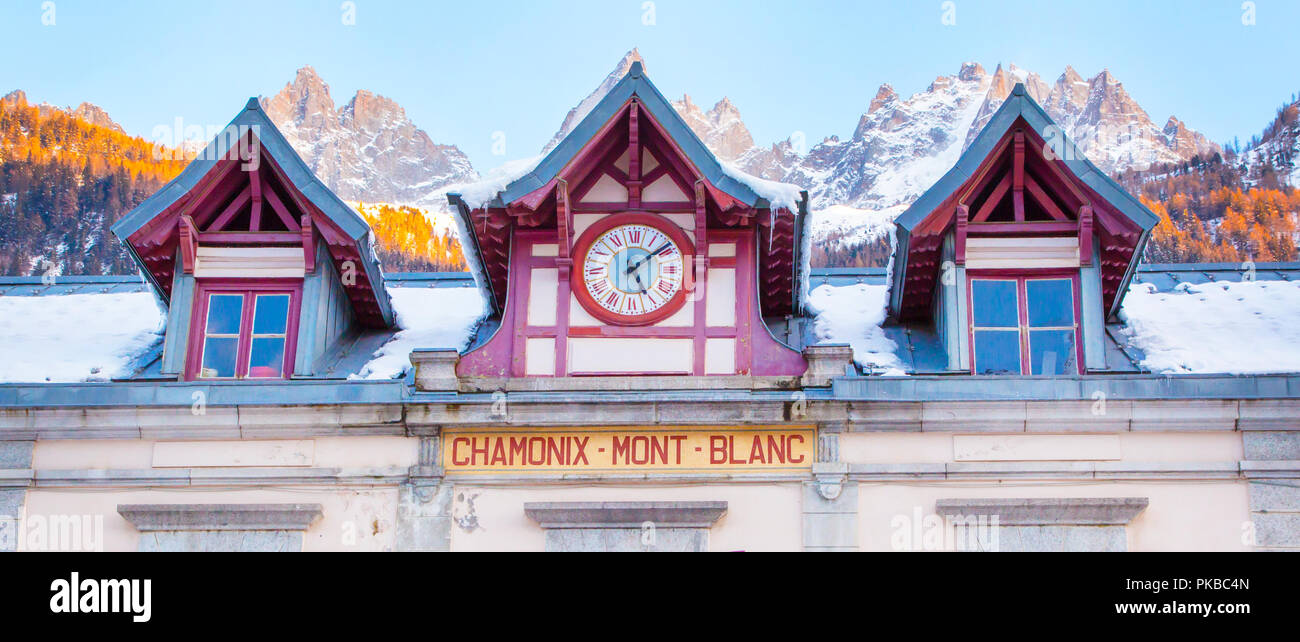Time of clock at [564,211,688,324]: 5:08
